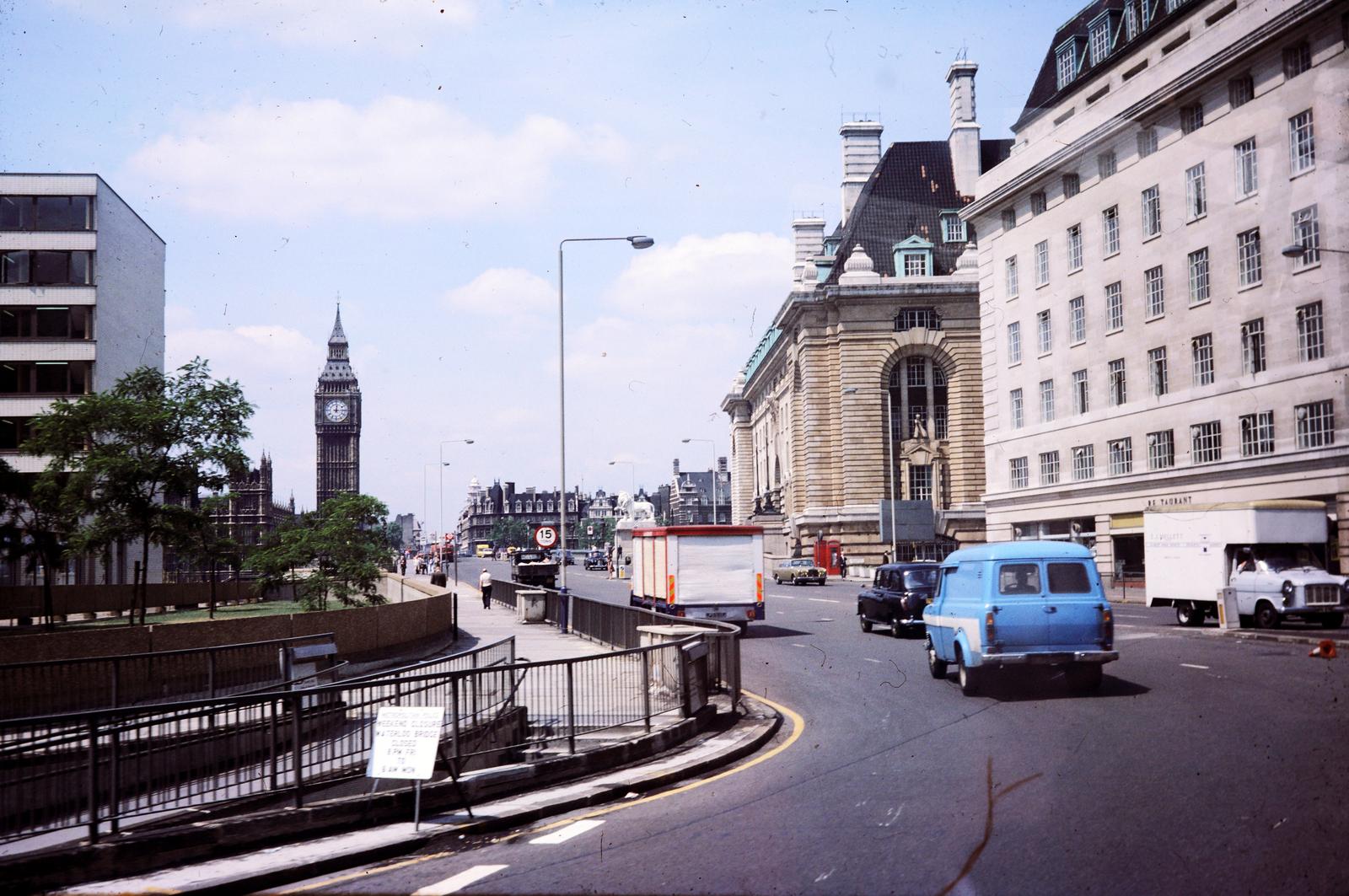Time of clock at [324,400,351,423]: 12:14
